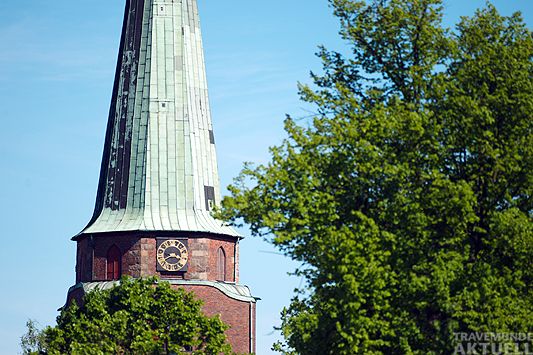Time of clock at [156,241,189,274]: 3:40
